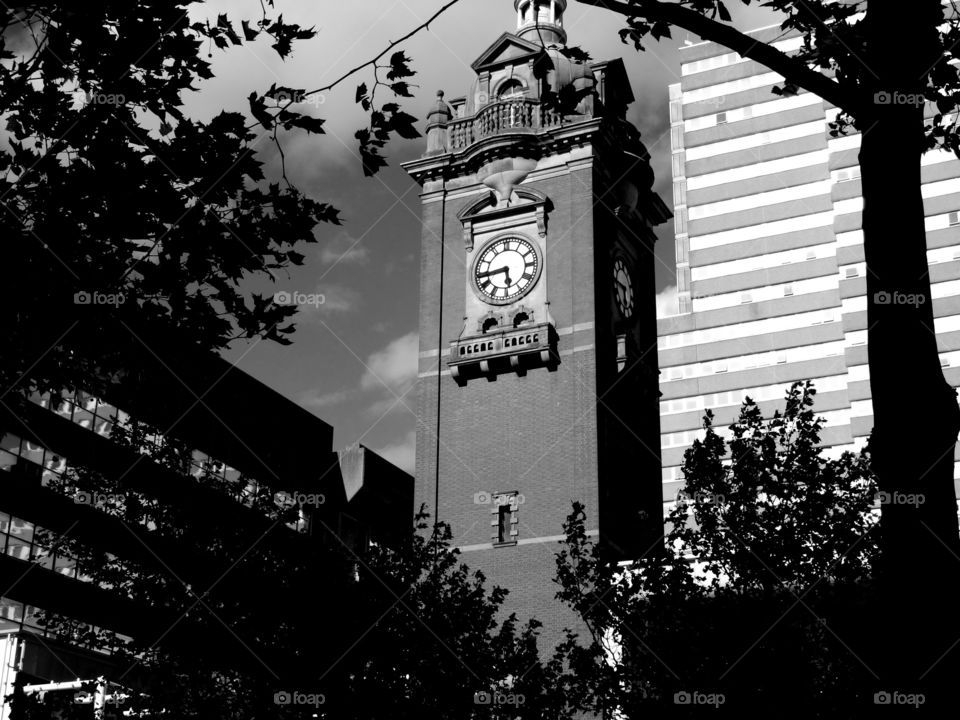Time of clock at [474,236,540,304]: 5:43
